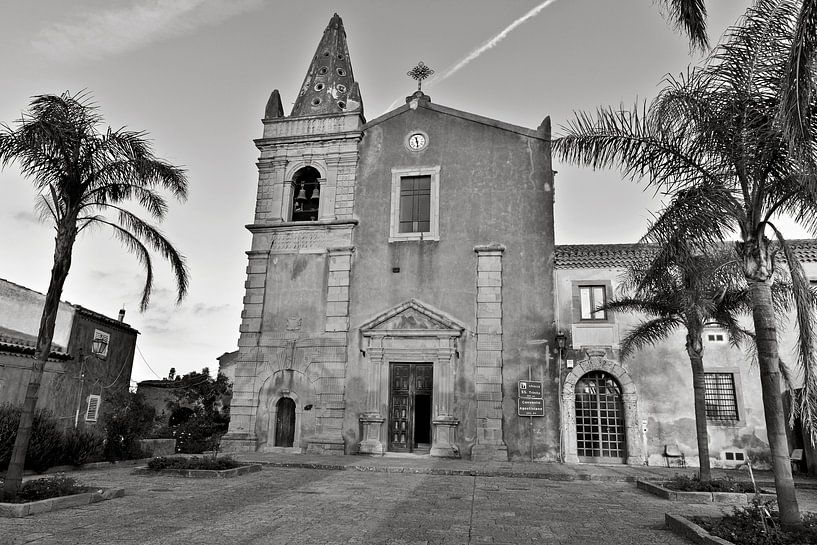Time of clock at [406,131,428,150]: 11:28
